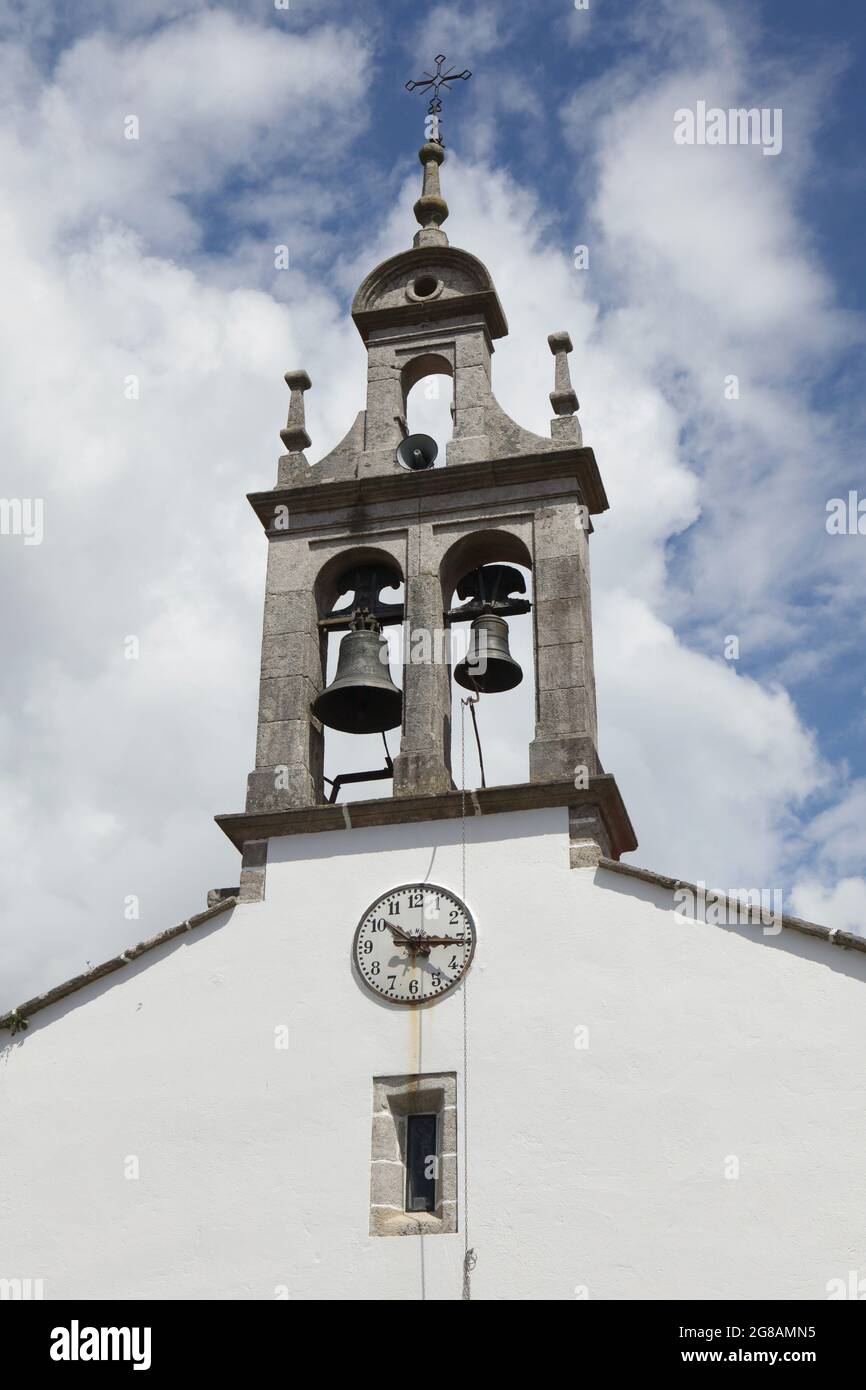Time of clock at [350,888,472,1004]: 10:15
